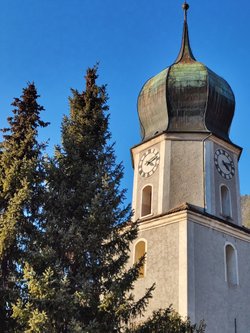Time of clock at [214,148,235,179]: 4:12
